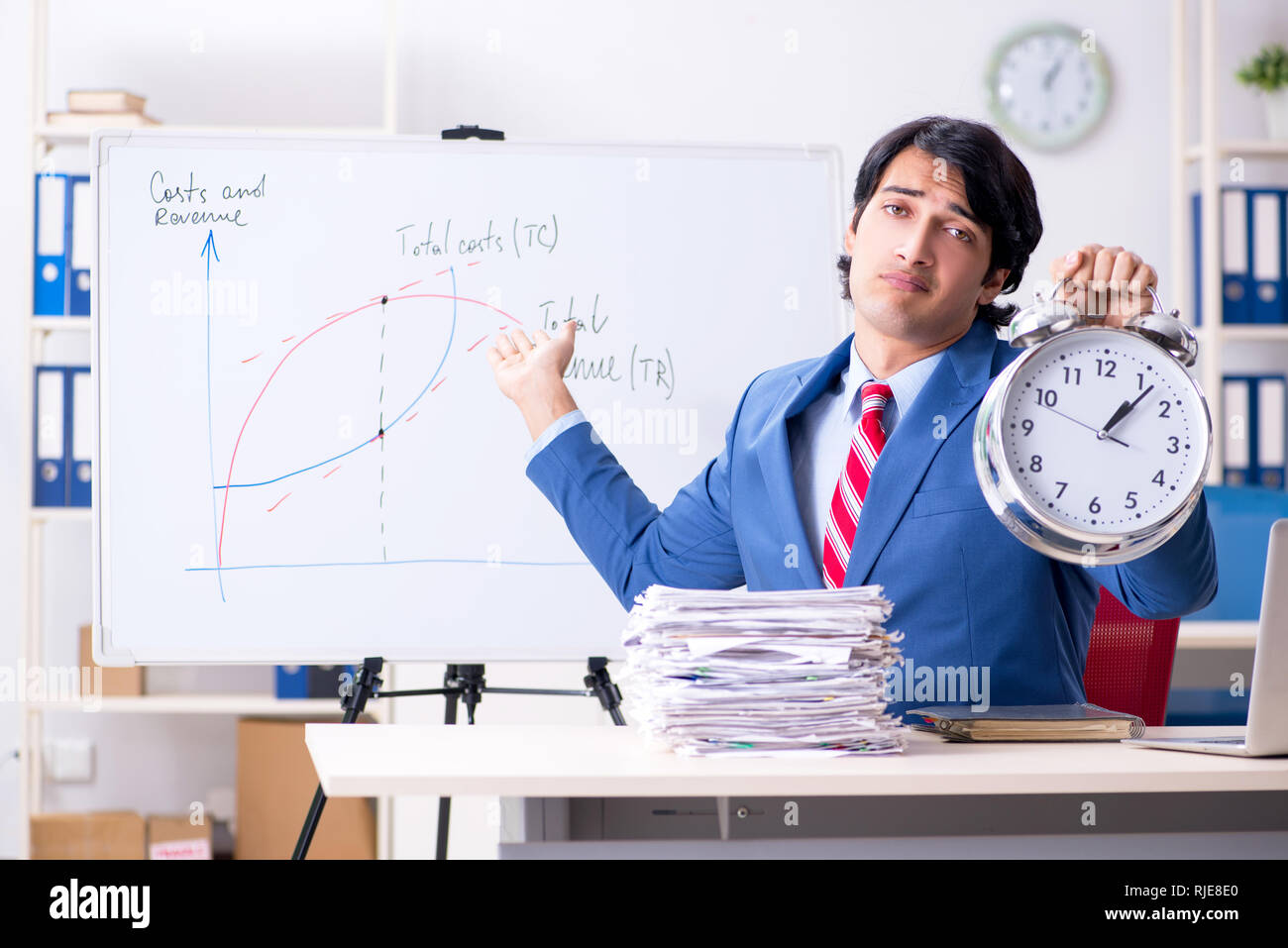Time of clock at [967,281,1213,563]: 1:06
